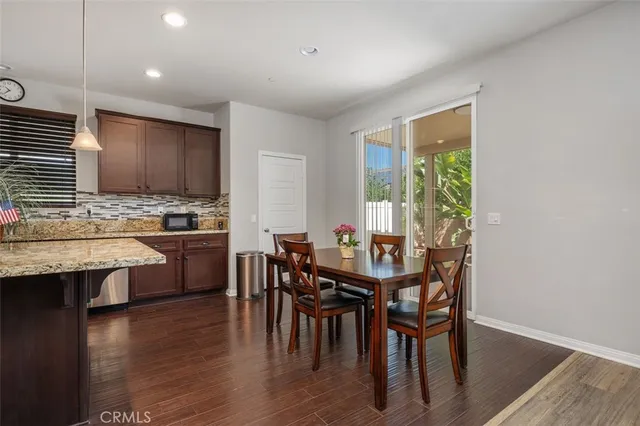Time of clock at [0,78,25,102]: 10:38
